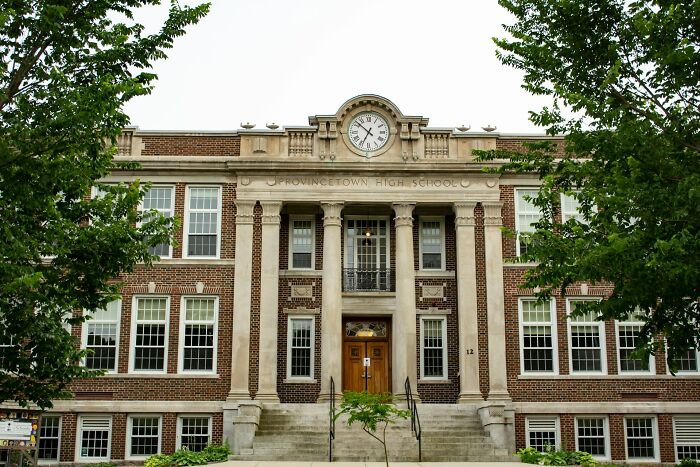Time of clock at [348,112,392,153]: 6:51
